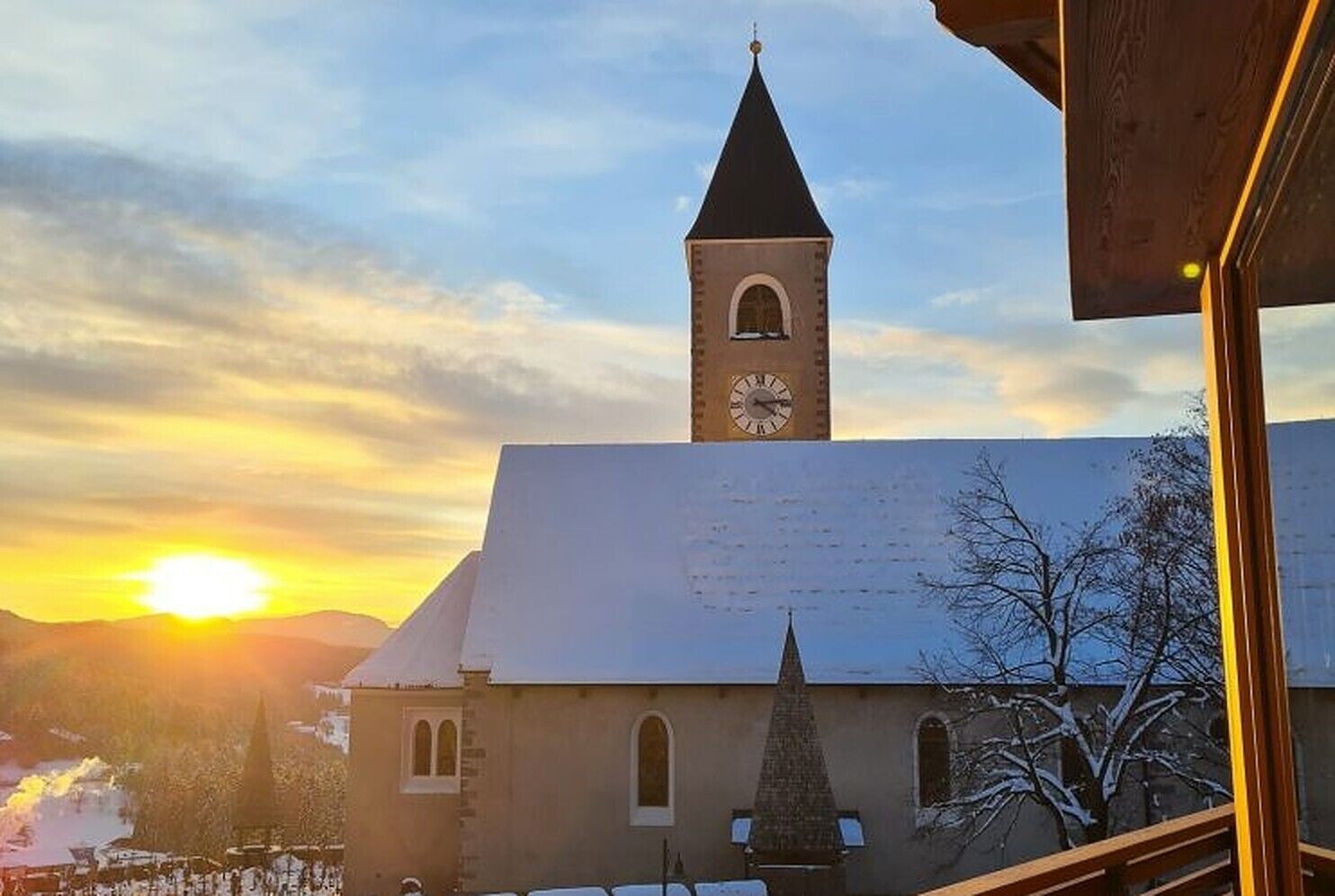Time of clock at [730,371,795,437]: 4:13
